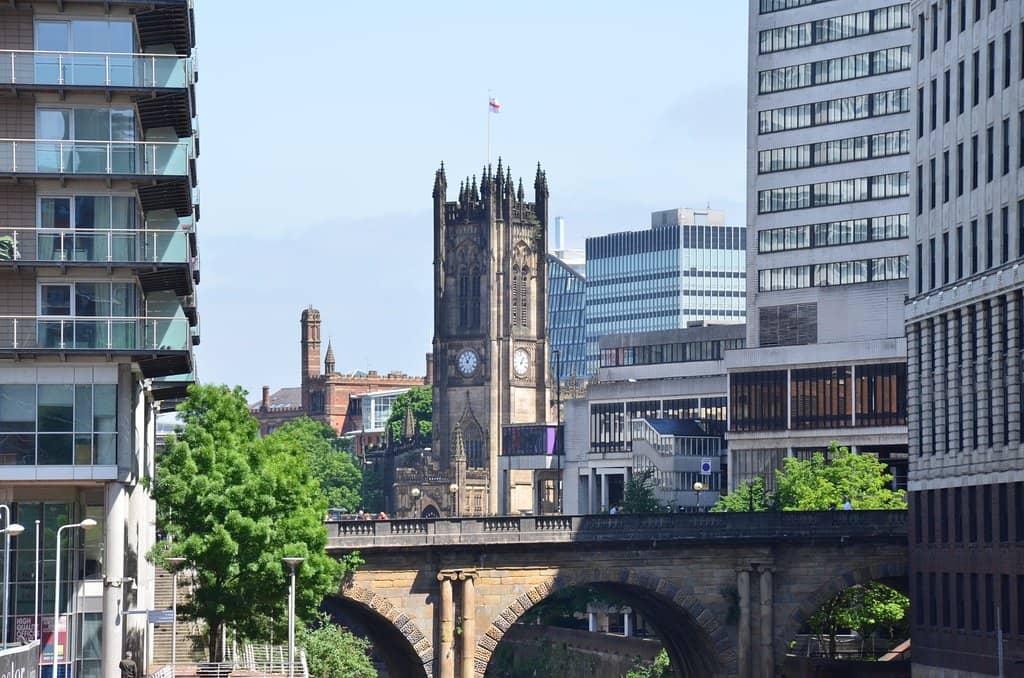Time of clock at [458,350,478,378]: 12:55
